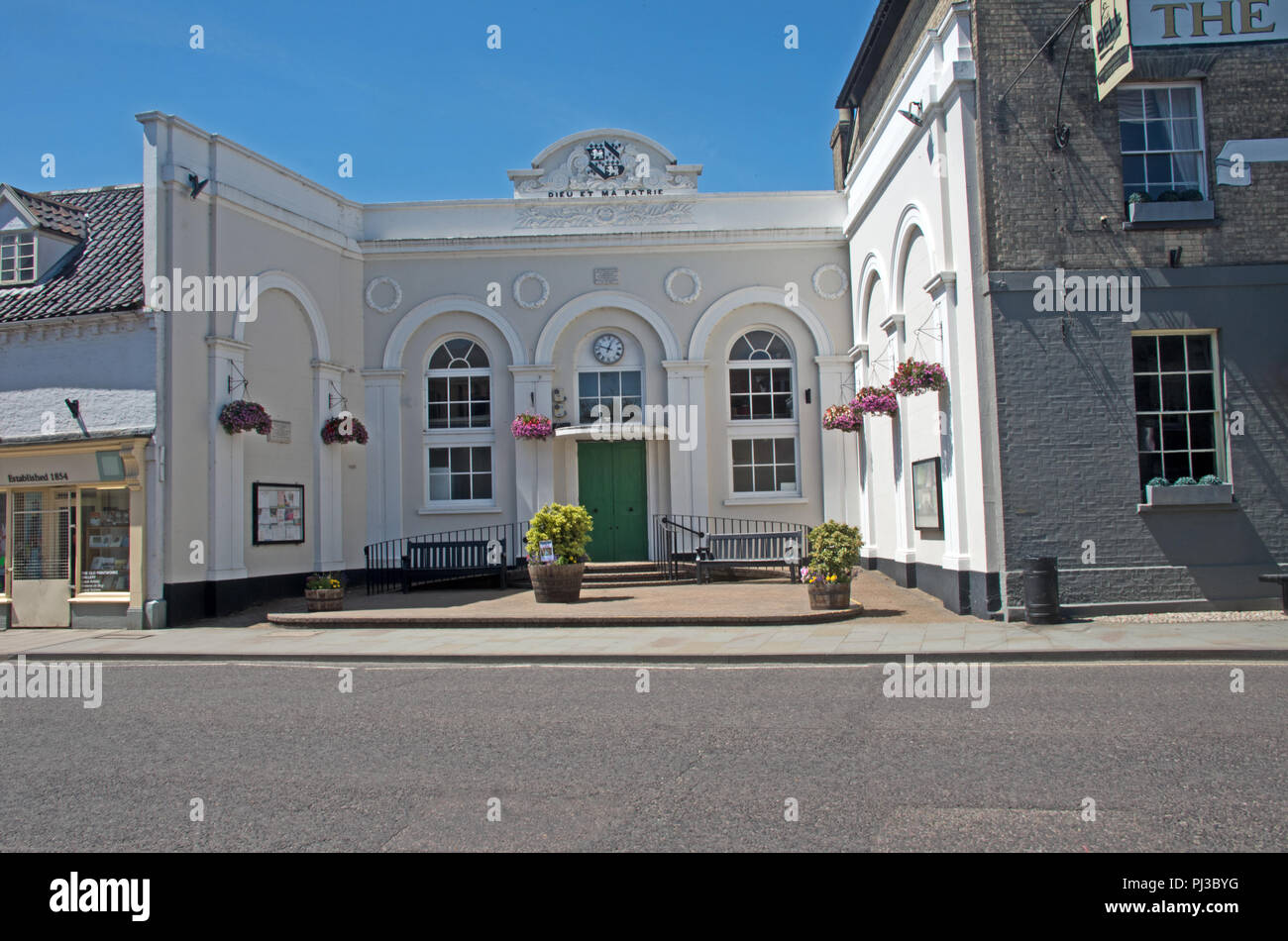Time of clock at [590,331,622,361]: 12:47
